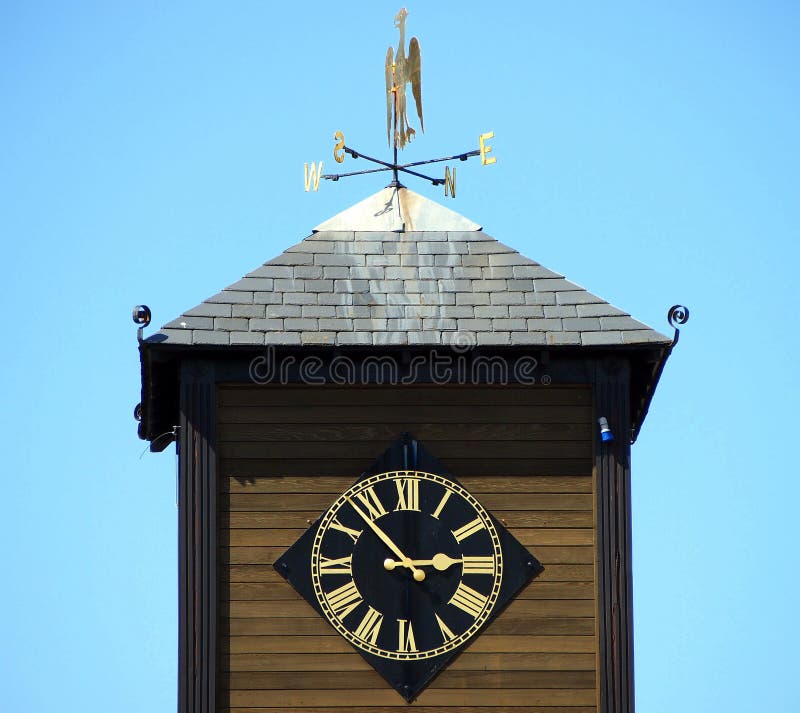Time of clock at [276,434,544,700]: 2:53
